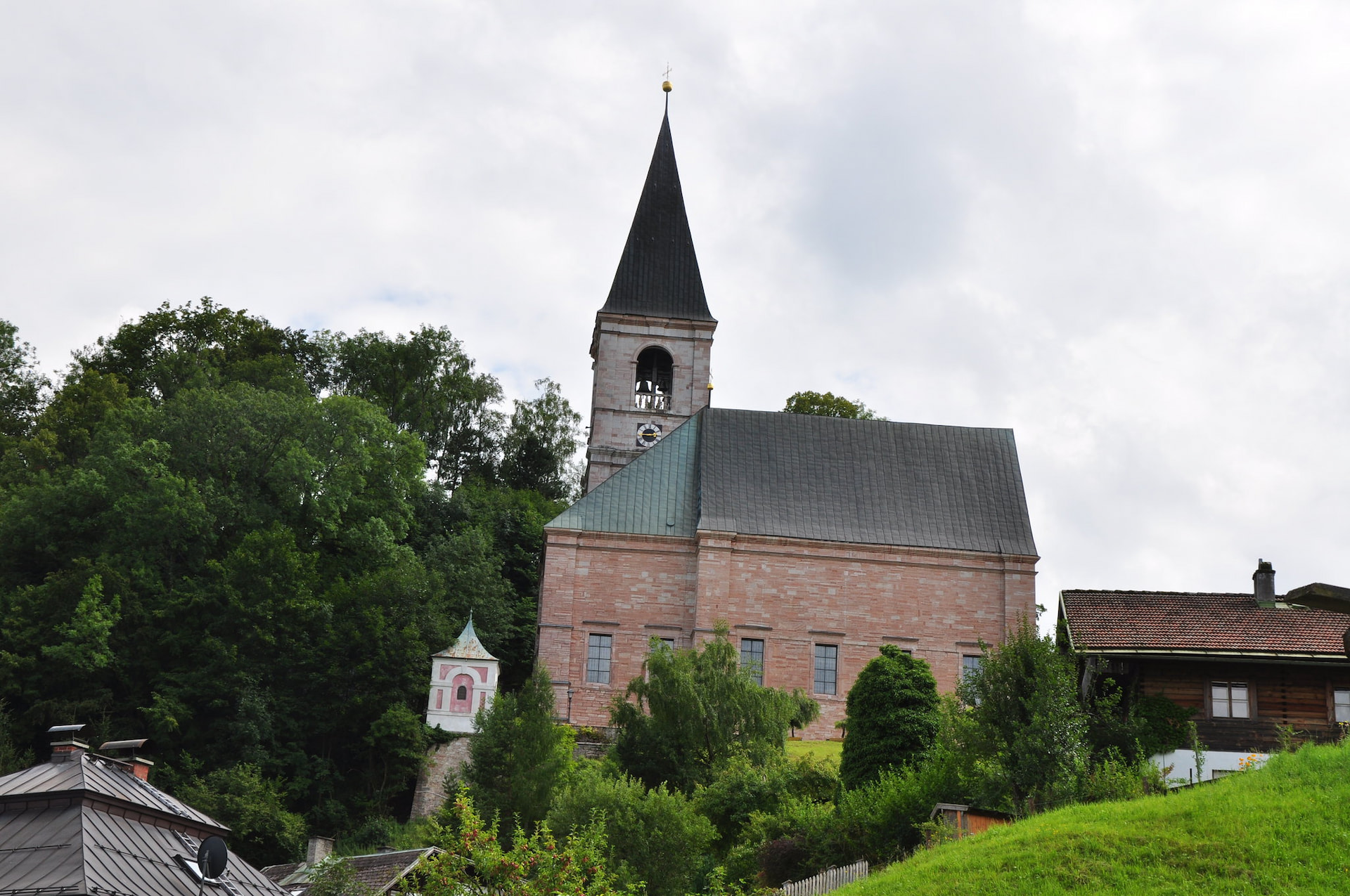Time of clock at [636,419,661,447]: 2:45
